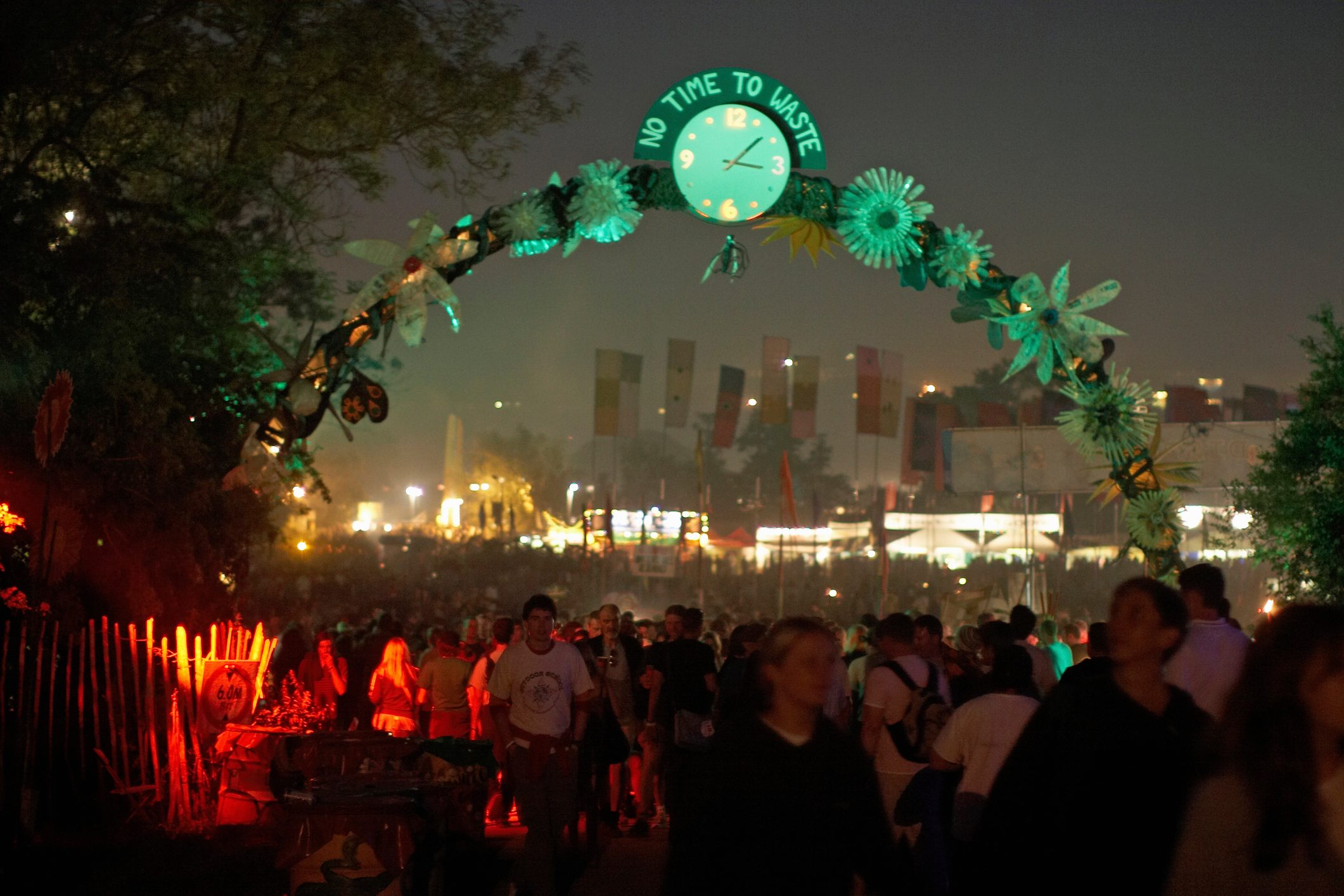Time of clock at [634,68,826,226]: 3:08
